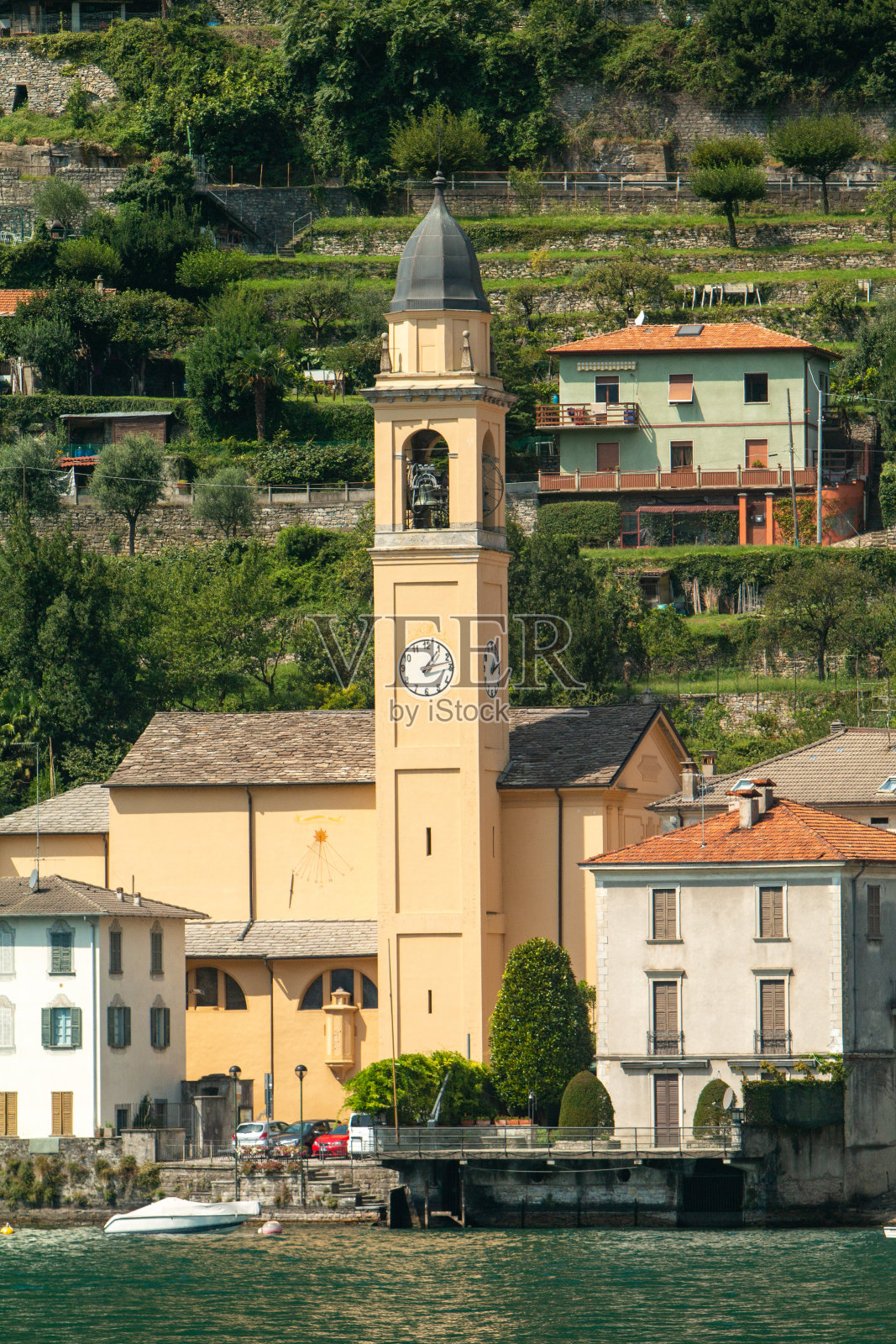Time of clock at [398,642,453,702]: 1:12
